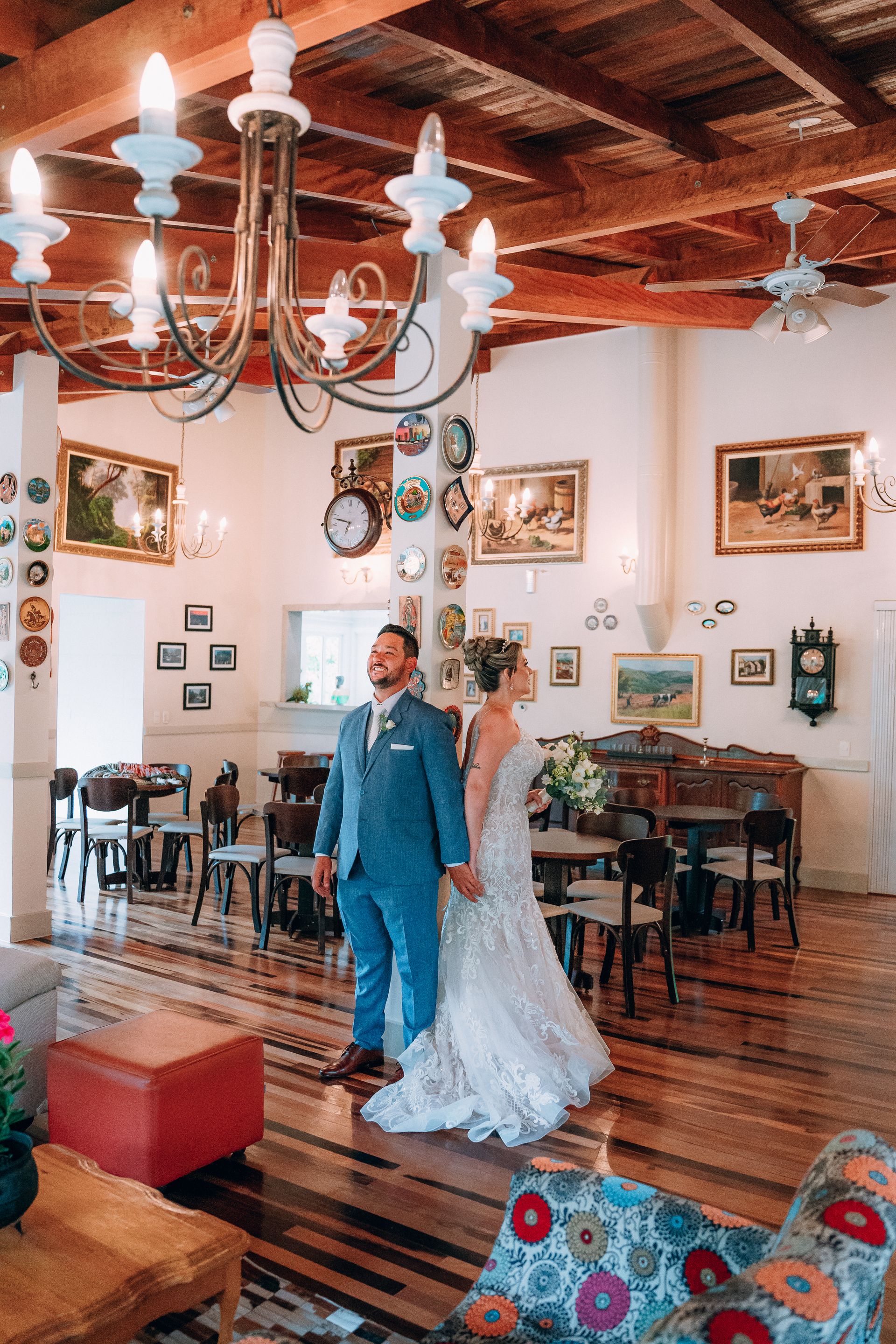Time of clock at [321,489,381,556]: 6:47
